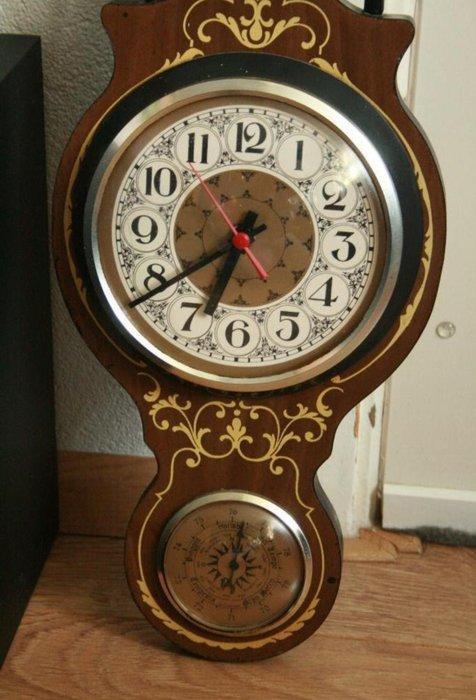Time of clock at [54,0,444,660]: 6:39
